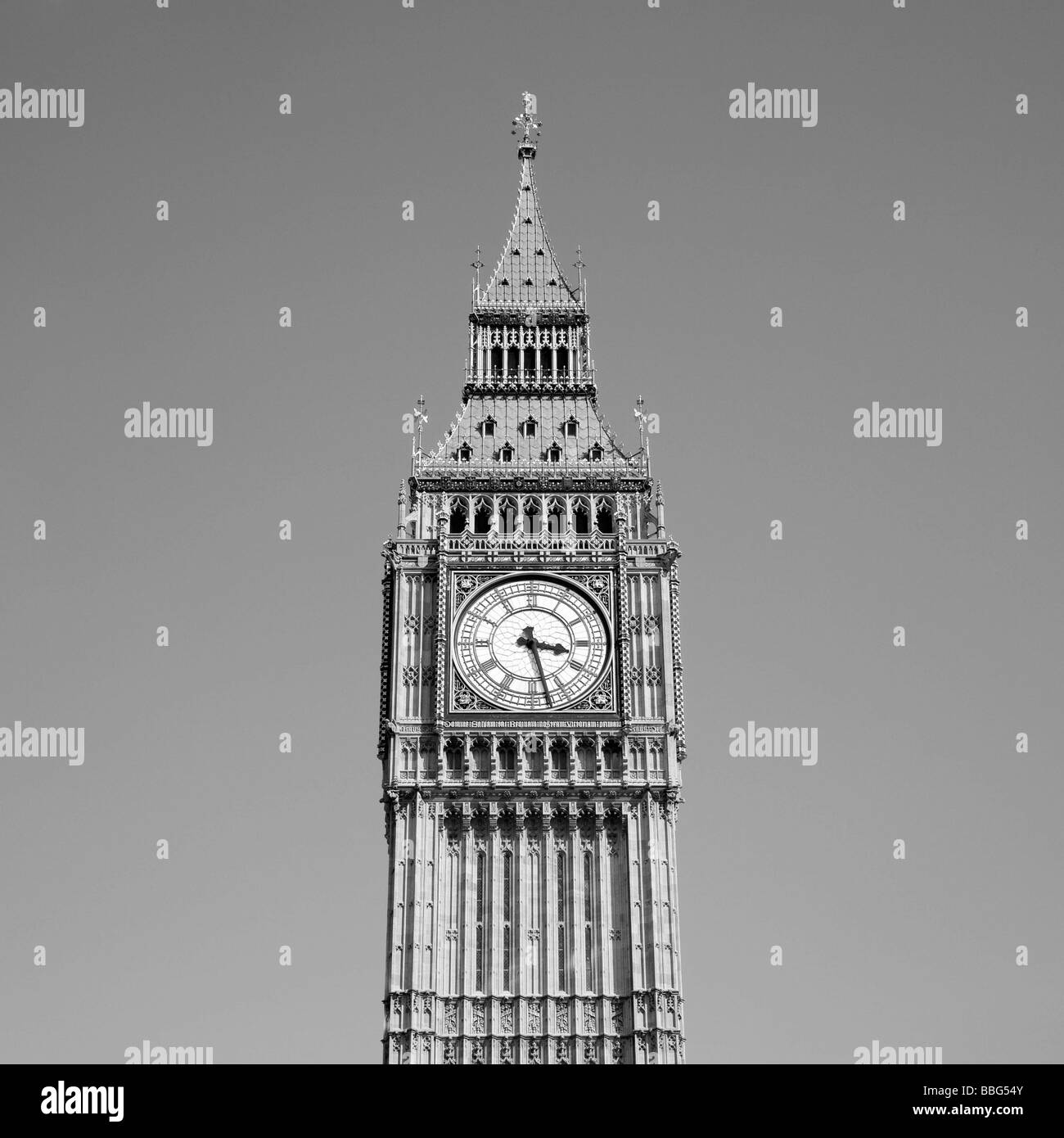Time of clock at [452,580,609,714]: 3:27
